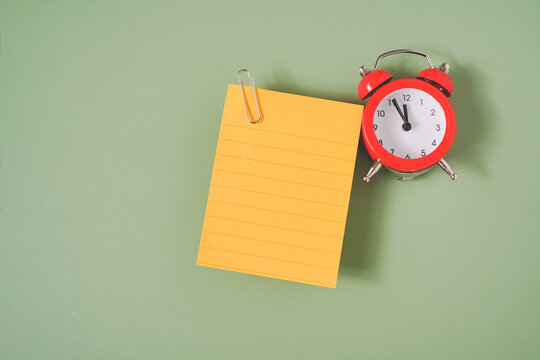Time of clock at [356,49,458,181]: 11:55
